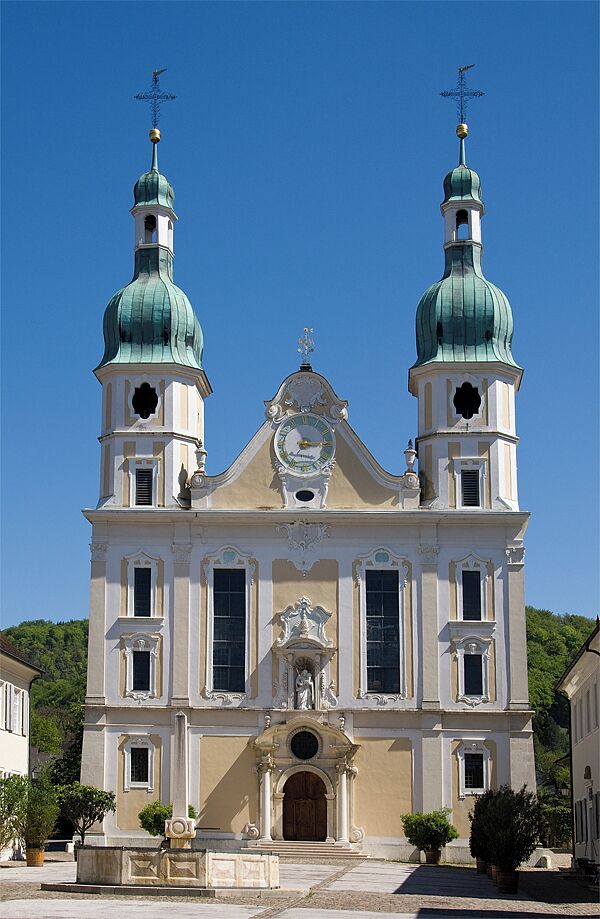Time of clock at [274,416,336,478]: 3:14
